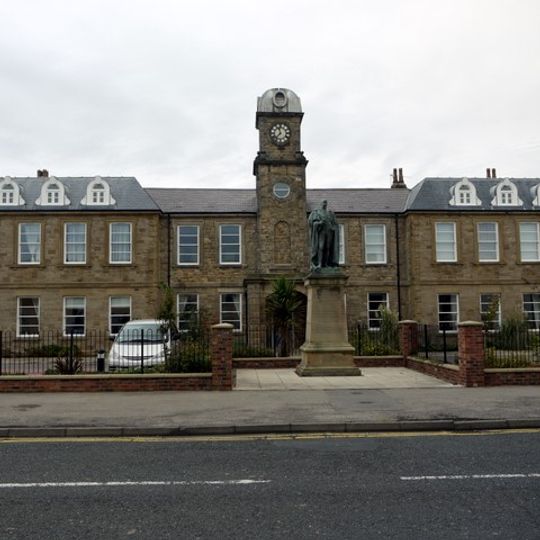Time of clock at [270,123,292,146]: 11:37
